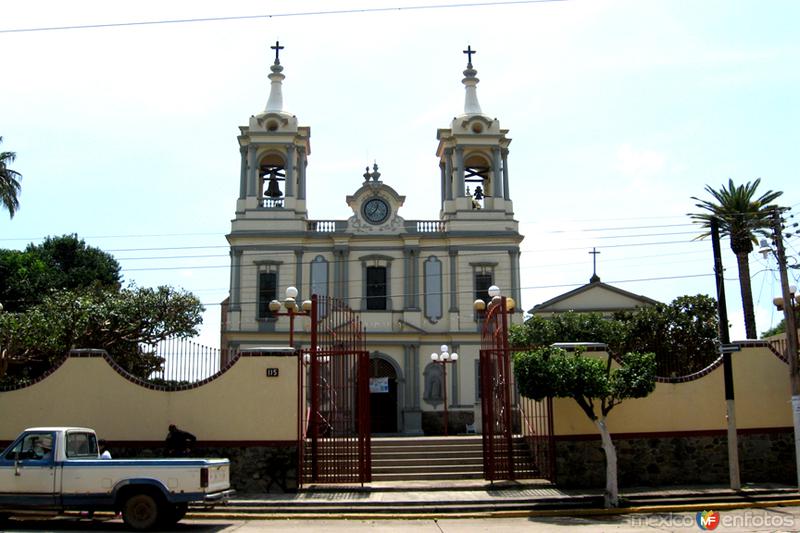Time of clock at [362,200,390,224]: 12:37
